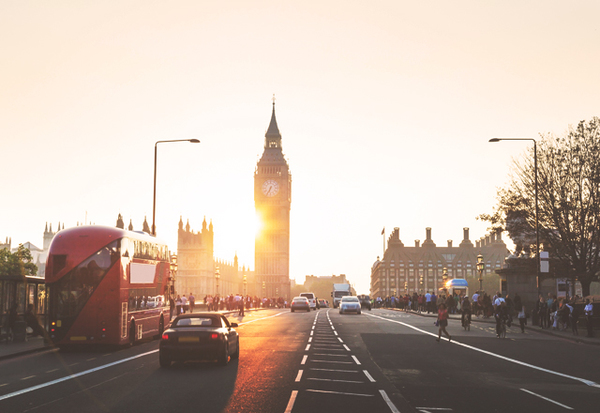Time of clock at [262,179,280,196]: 6:34
